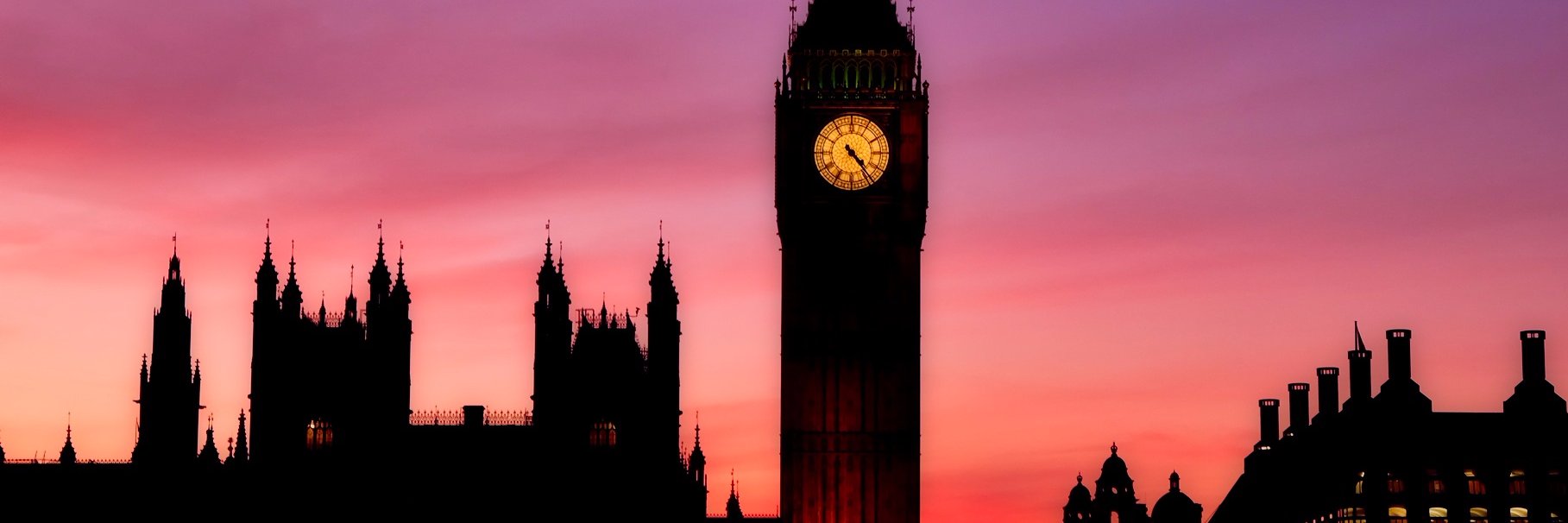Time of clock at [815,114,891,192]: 4:23
